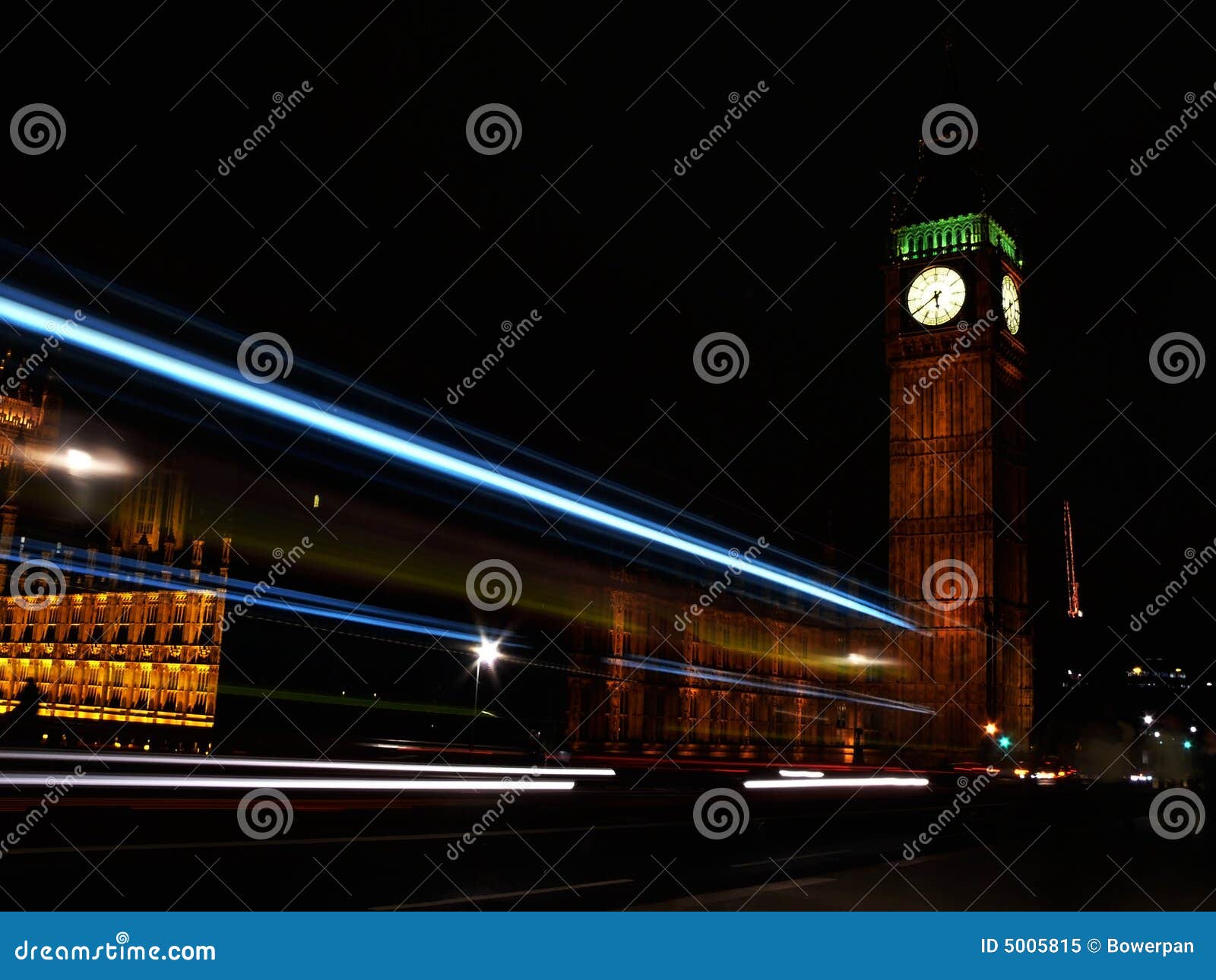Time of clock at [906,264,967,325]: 5:39
